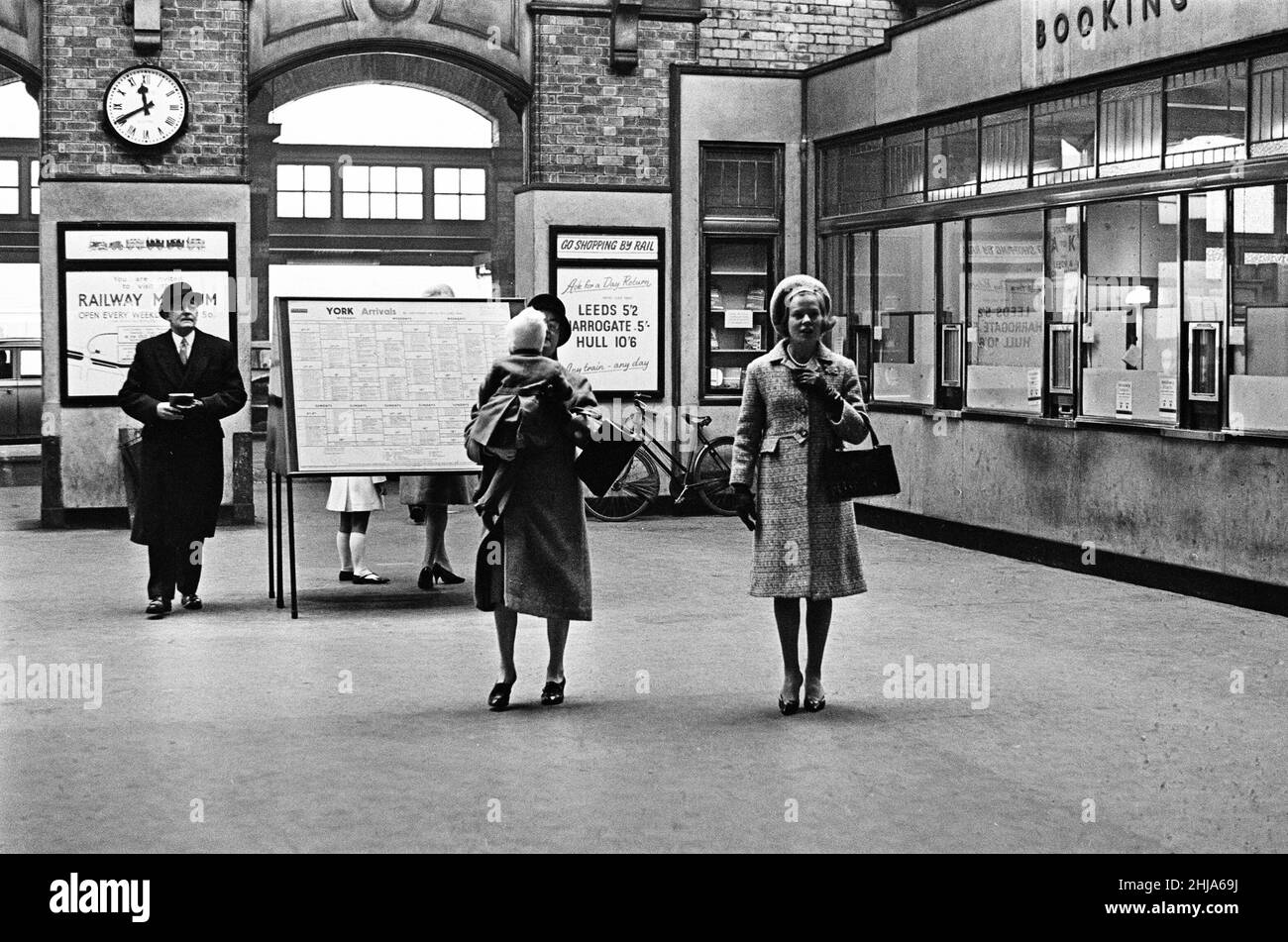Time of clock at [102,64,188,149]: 11:40
